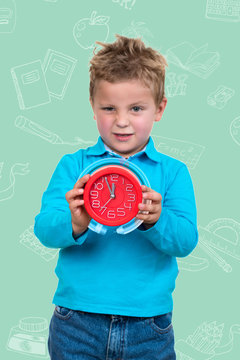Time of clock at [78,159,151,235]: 11:55
